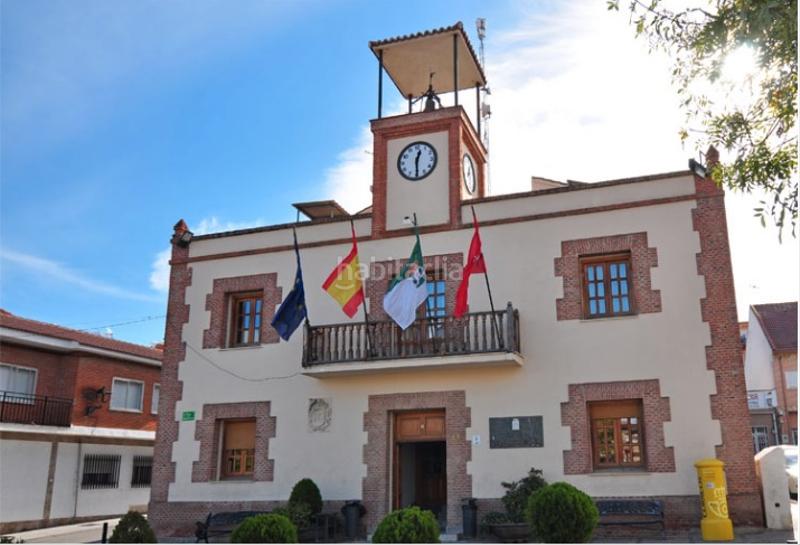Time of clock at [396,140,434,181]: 12:29
